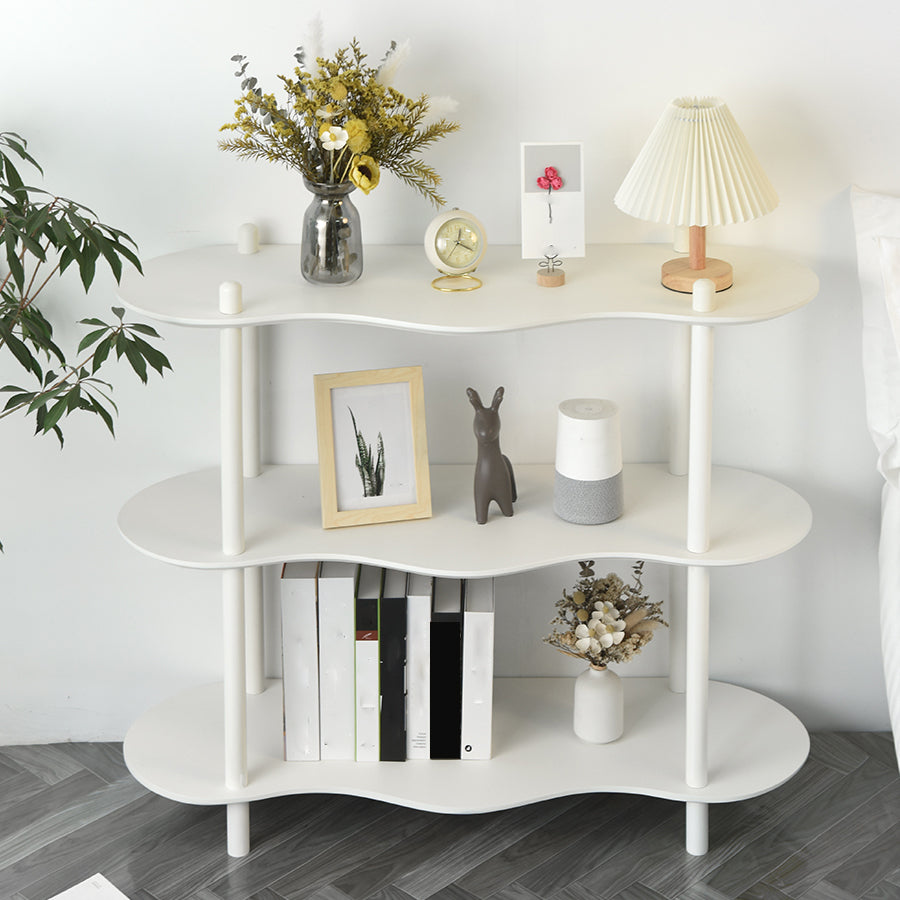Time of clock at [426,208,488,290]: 12:19
